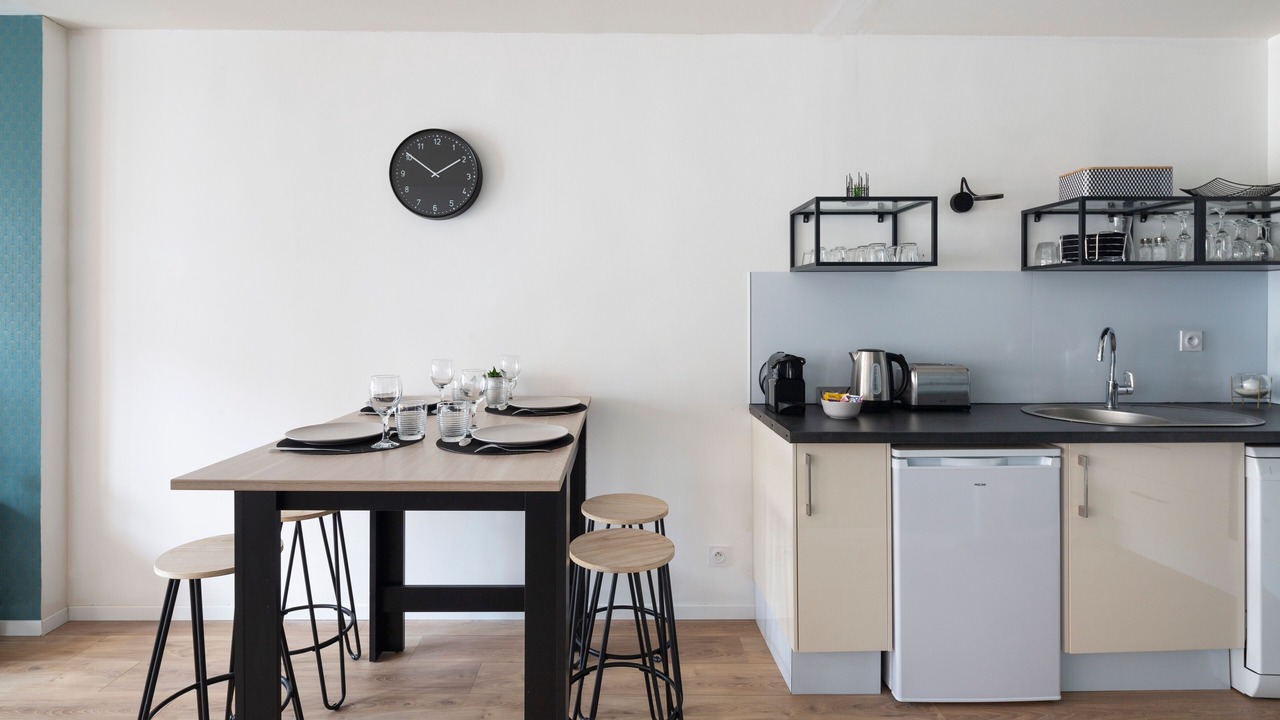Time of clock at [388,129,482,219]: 1:50
